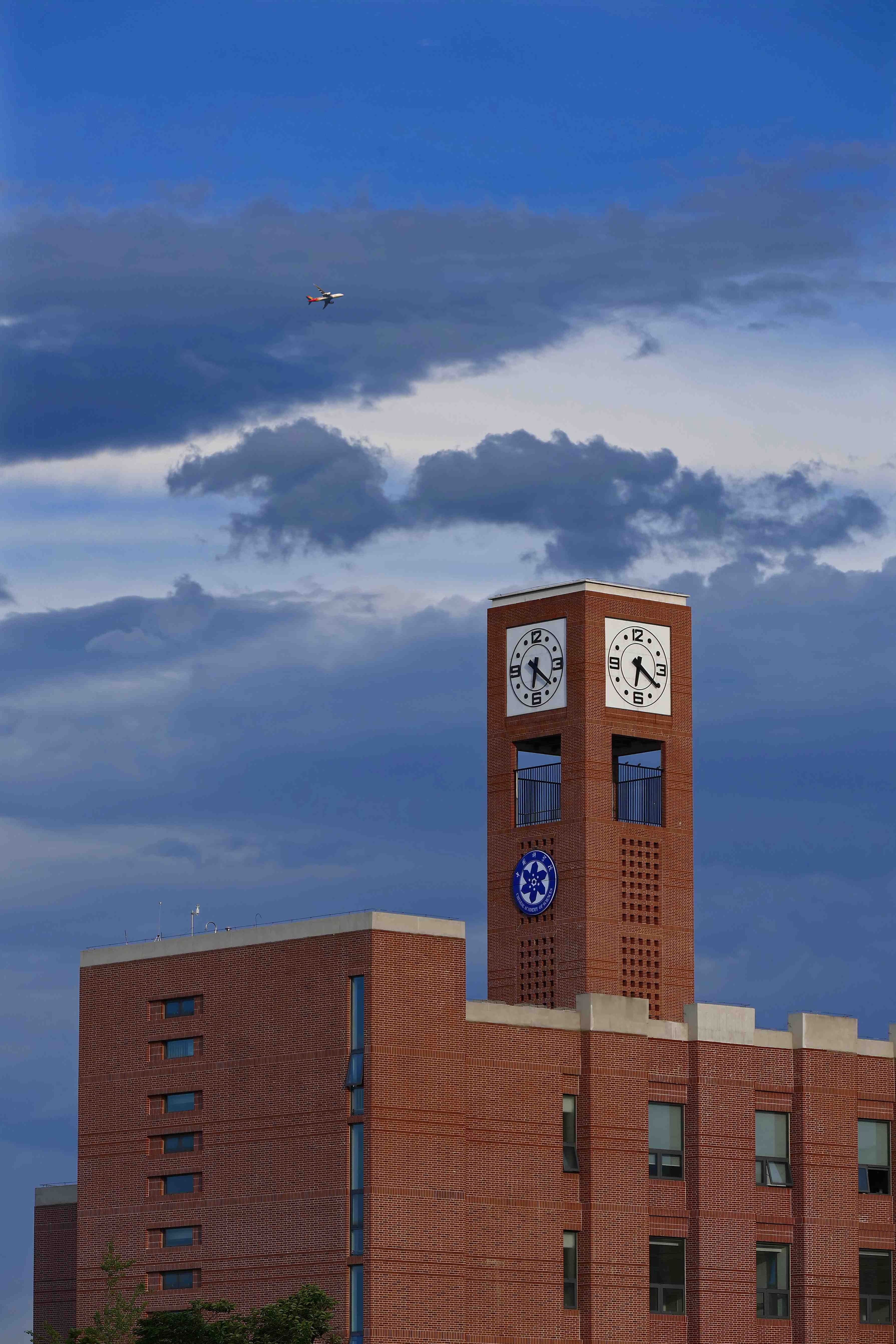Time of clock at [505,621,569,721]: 6:21
